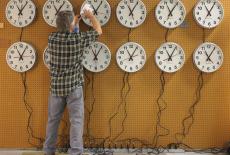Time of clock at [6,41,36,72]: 11:04
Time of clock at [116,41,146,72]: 11:04
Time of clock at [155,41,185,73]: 11:04
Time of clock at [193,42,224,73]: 11:05
